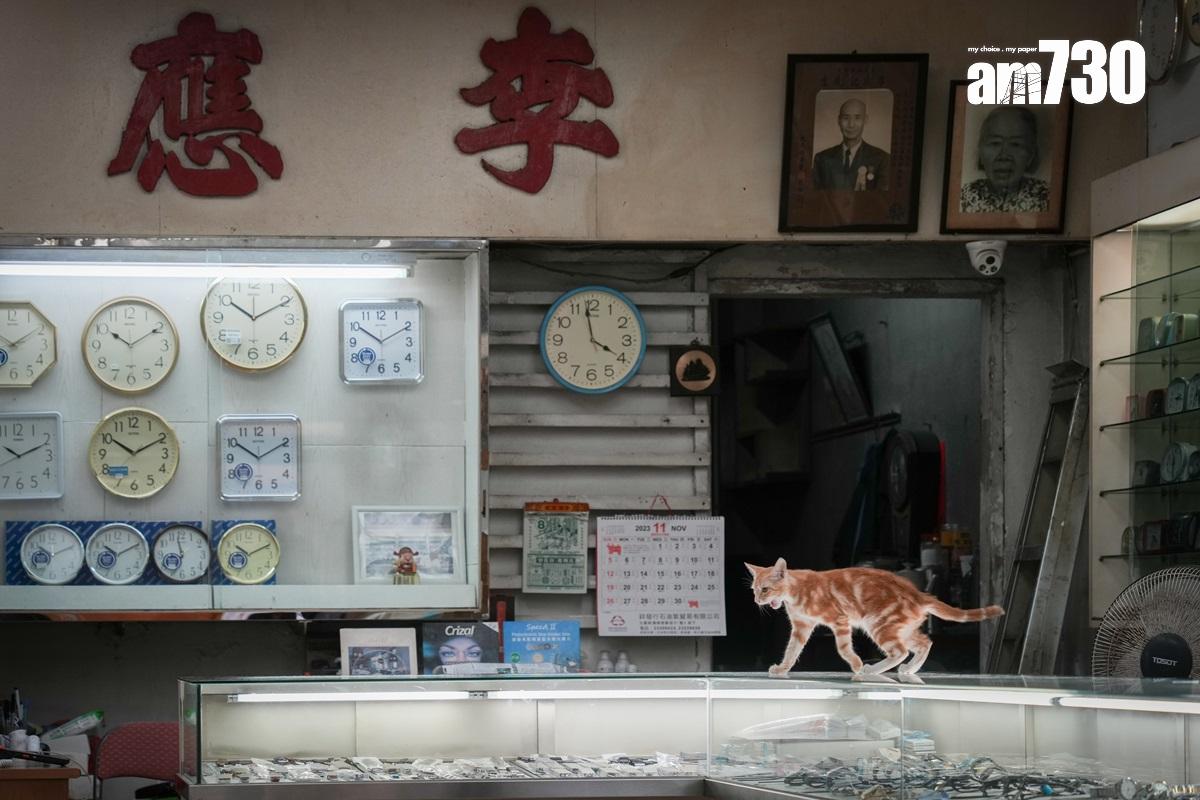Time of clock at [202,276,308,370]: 10:10
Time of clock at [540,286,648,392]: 3:58
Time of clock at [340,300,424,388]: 10:10
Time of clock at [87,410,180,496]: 10:10
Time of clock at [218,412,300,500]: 10:10
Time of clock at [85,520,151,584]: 10:10
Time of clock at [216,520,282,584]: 10:10
